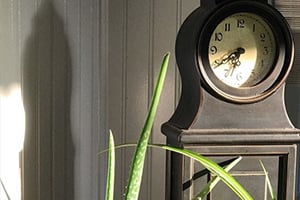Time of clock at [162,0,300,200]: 6:40
